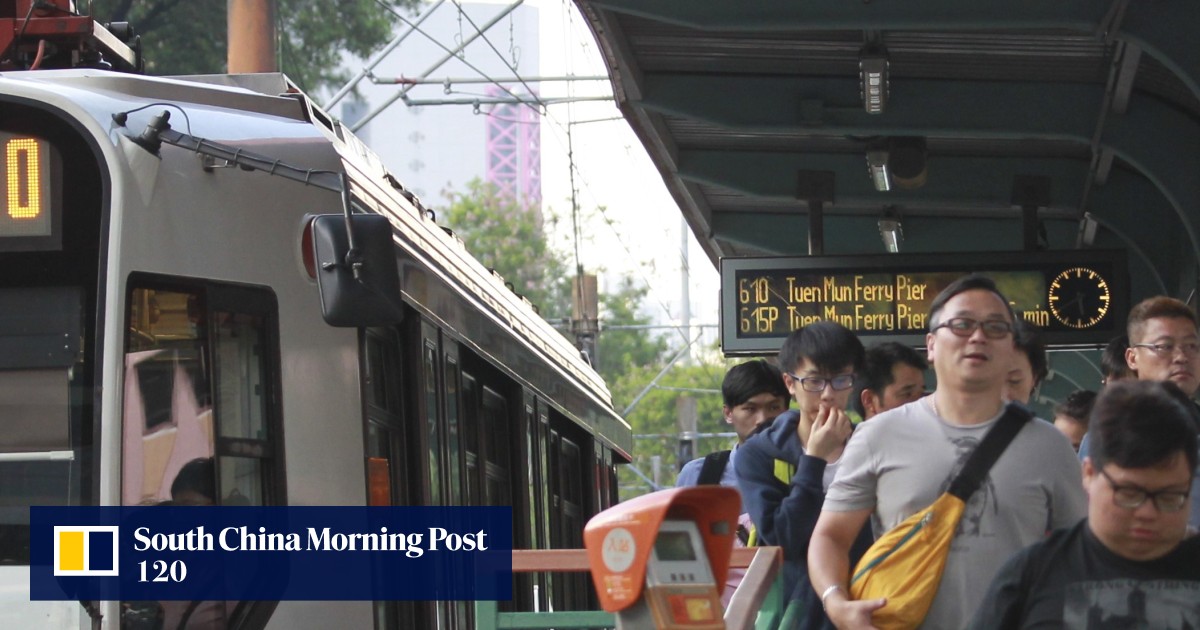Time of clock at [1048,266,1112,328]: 5:40
